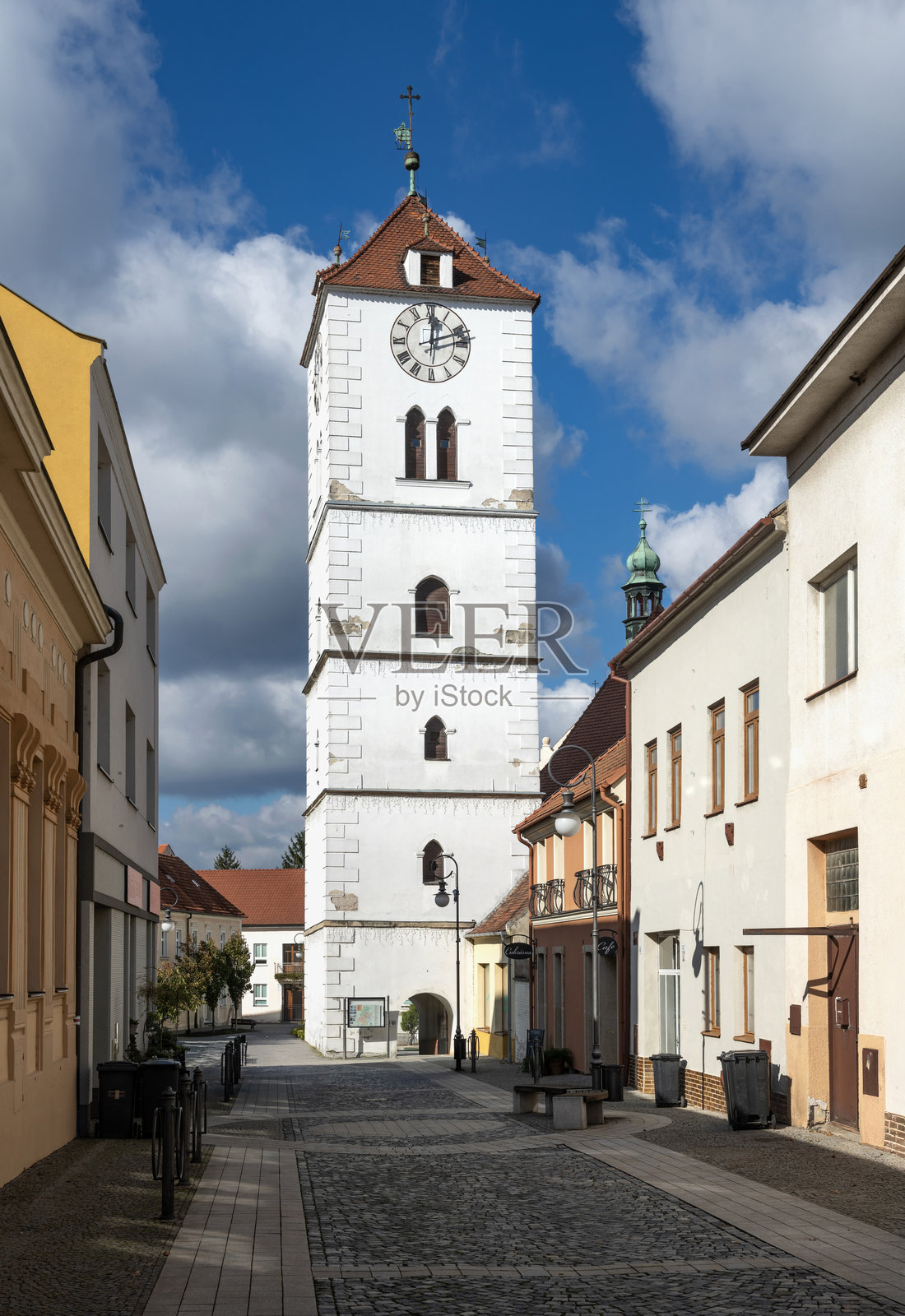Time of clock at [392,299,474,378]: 12:11
